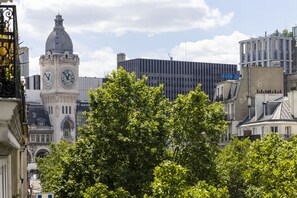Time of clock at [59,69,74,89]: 12:53
